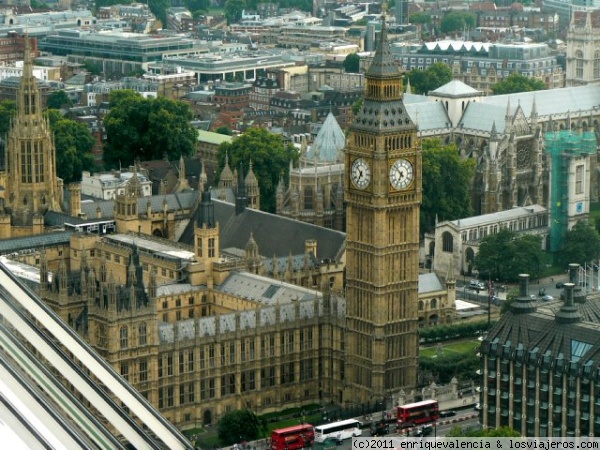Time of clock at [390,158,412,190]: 6:52
